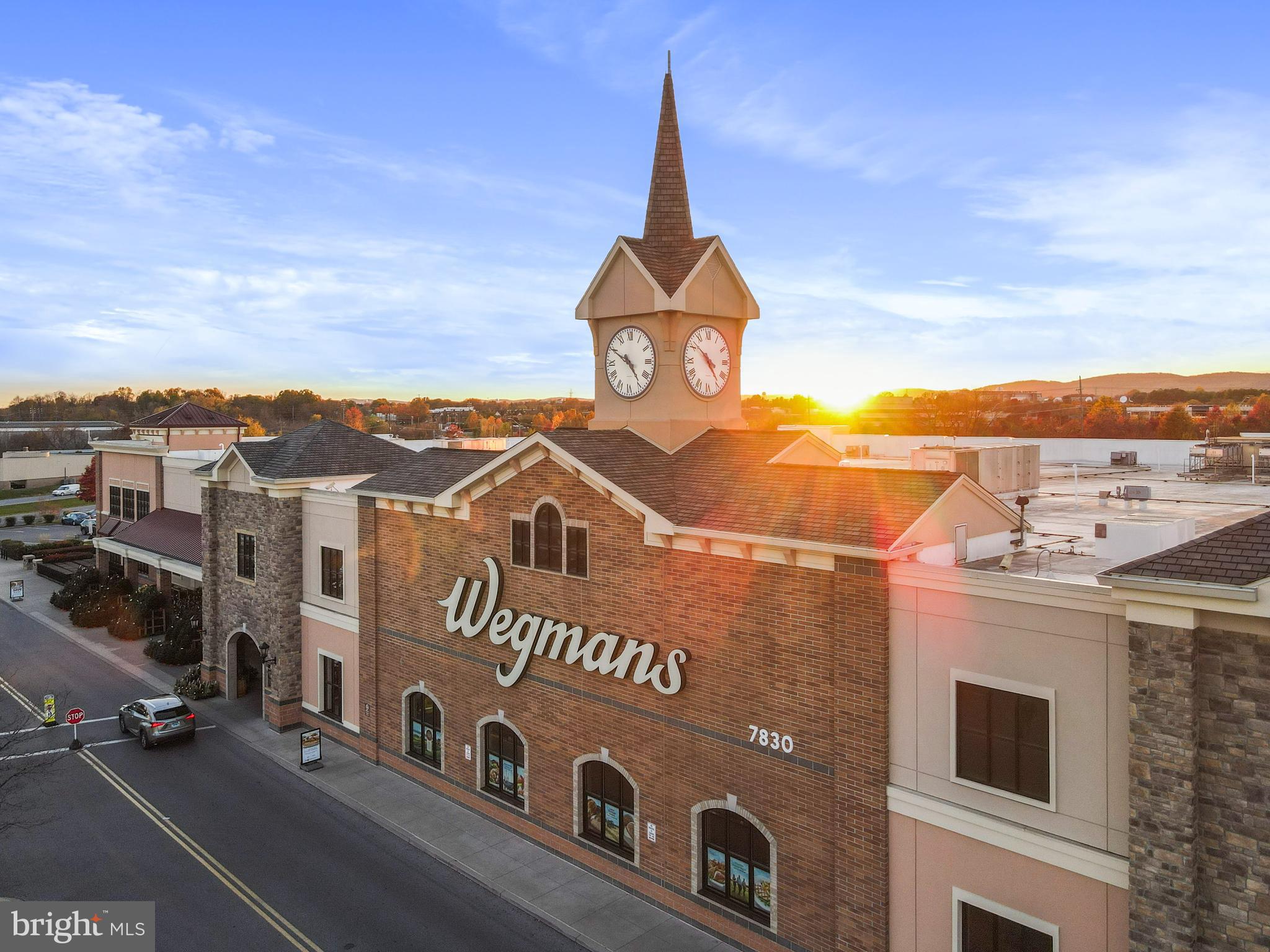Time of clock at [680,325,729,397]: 4:51
